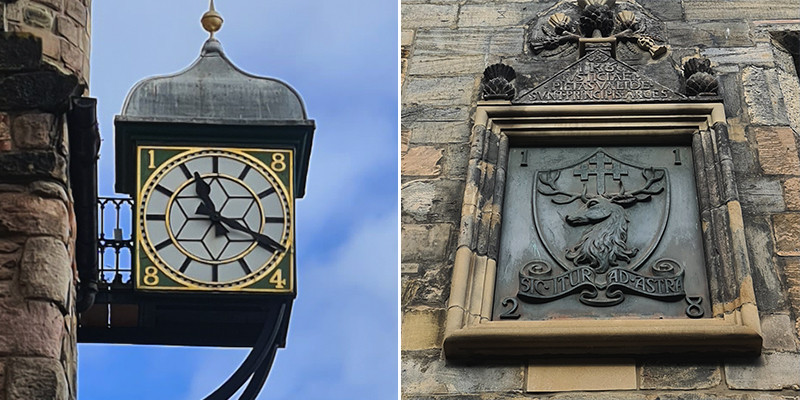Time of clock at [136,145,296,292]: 11:18
